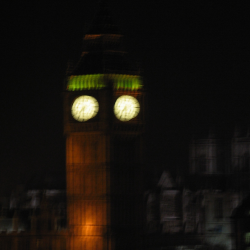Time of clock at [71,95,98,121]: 7:30
